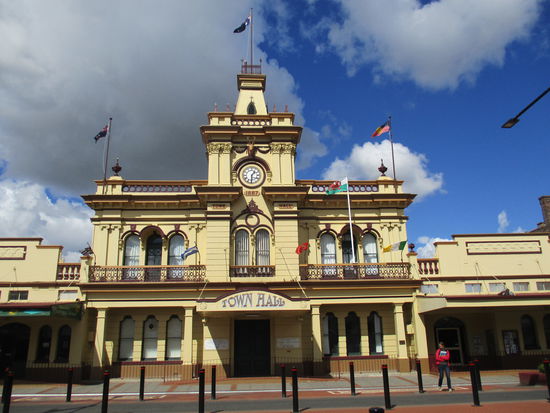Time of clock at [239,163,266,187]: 1:30
